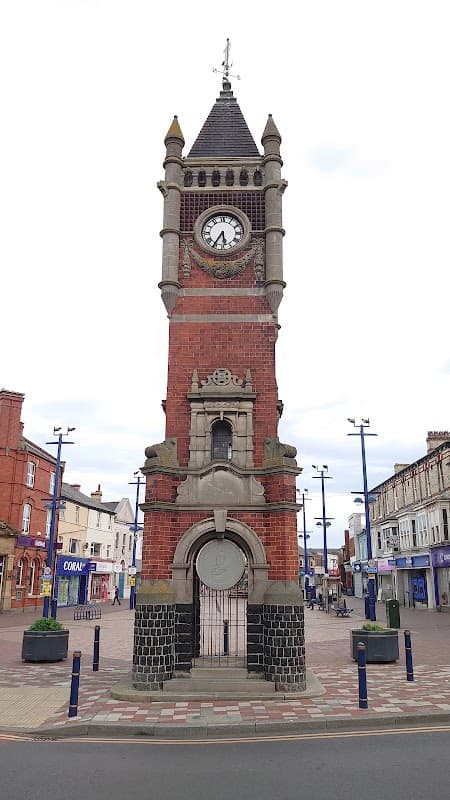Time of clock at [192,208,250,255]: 5:35
